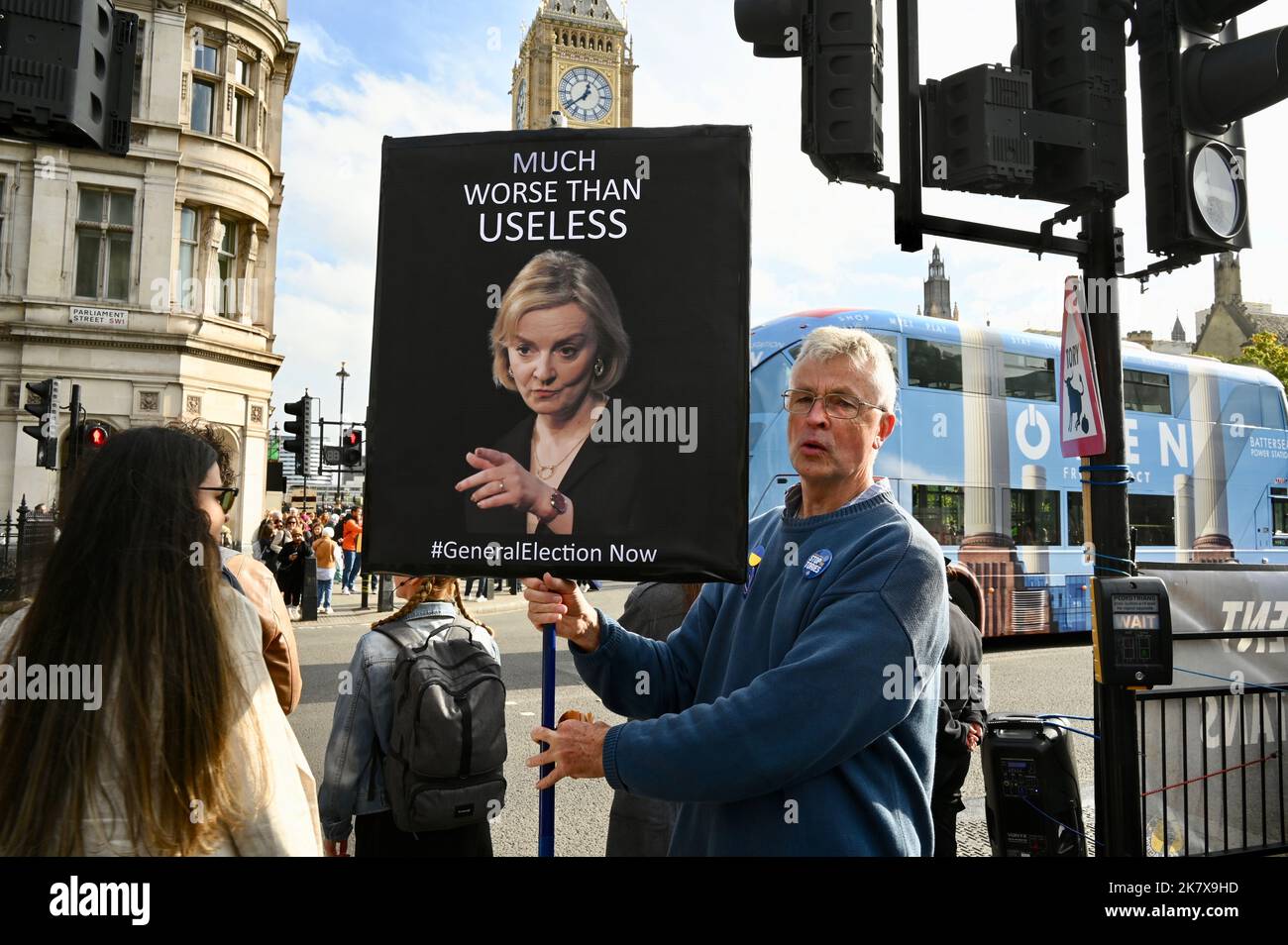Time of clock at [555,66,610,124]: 12:38
